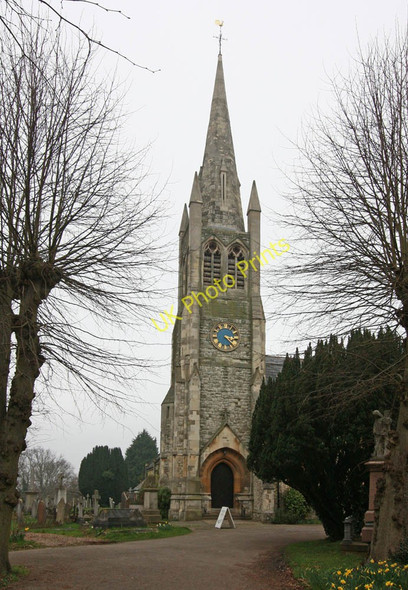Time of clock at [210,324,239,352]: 3:22
